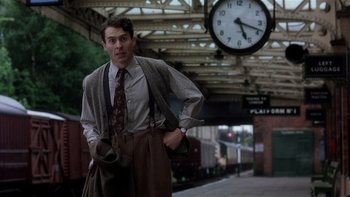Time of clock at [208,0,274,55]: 5:18
